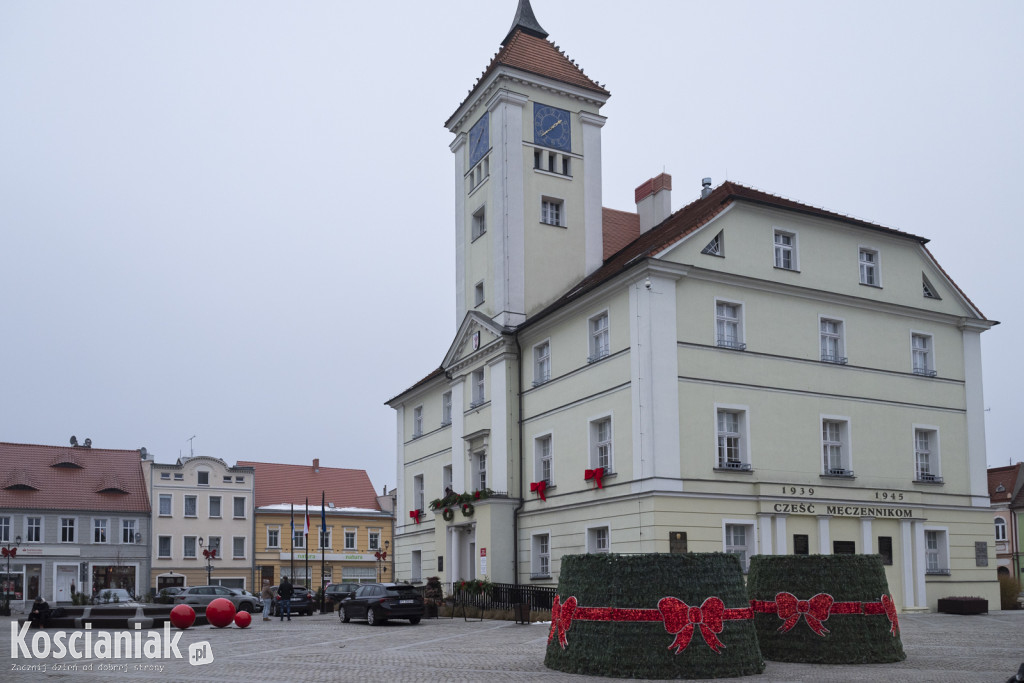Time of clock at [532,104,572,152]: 1:37
